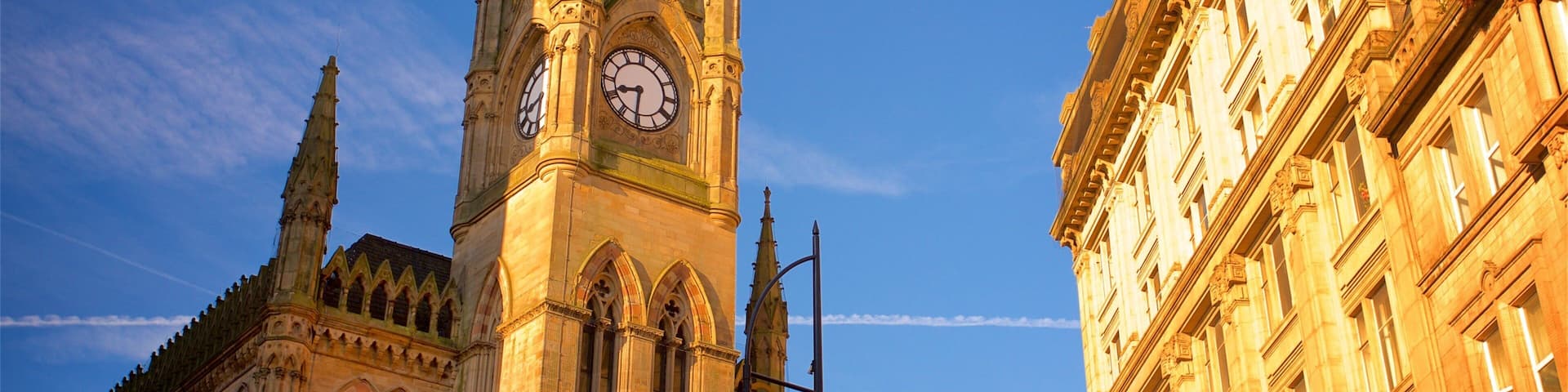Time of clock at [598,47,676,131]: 8:30
